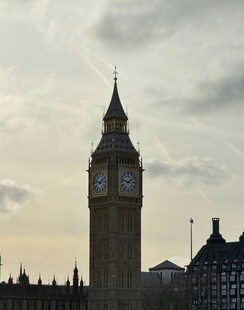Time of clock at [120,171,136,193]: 1:47
